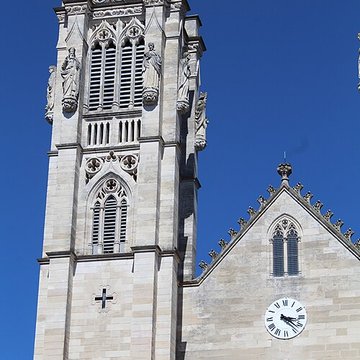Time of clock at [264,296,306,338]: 3:21
